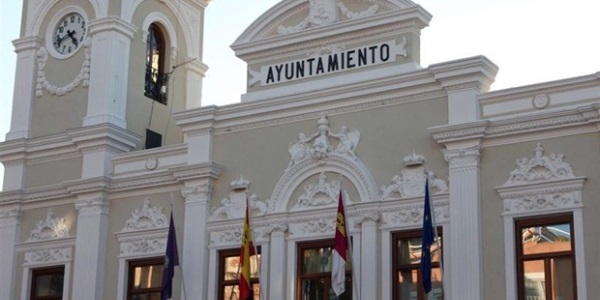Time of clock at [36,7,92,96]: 4:42
